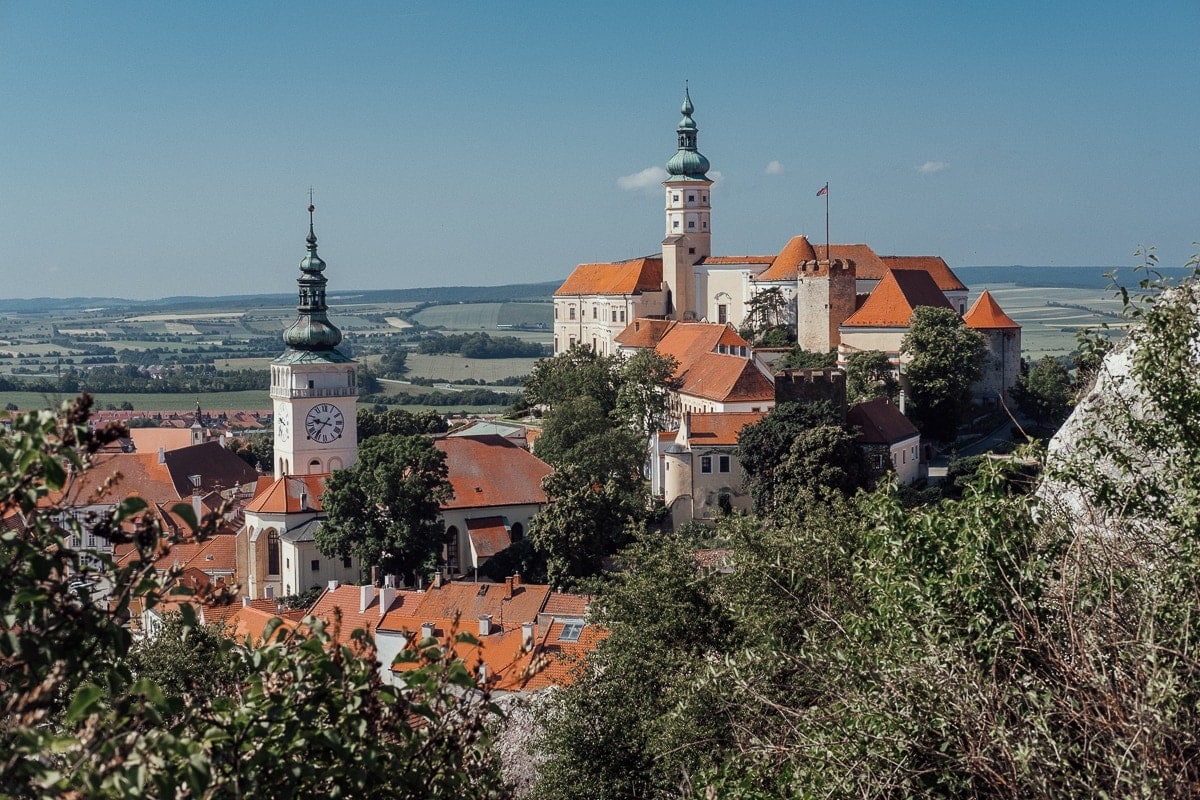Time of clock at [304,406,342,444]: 9:36
